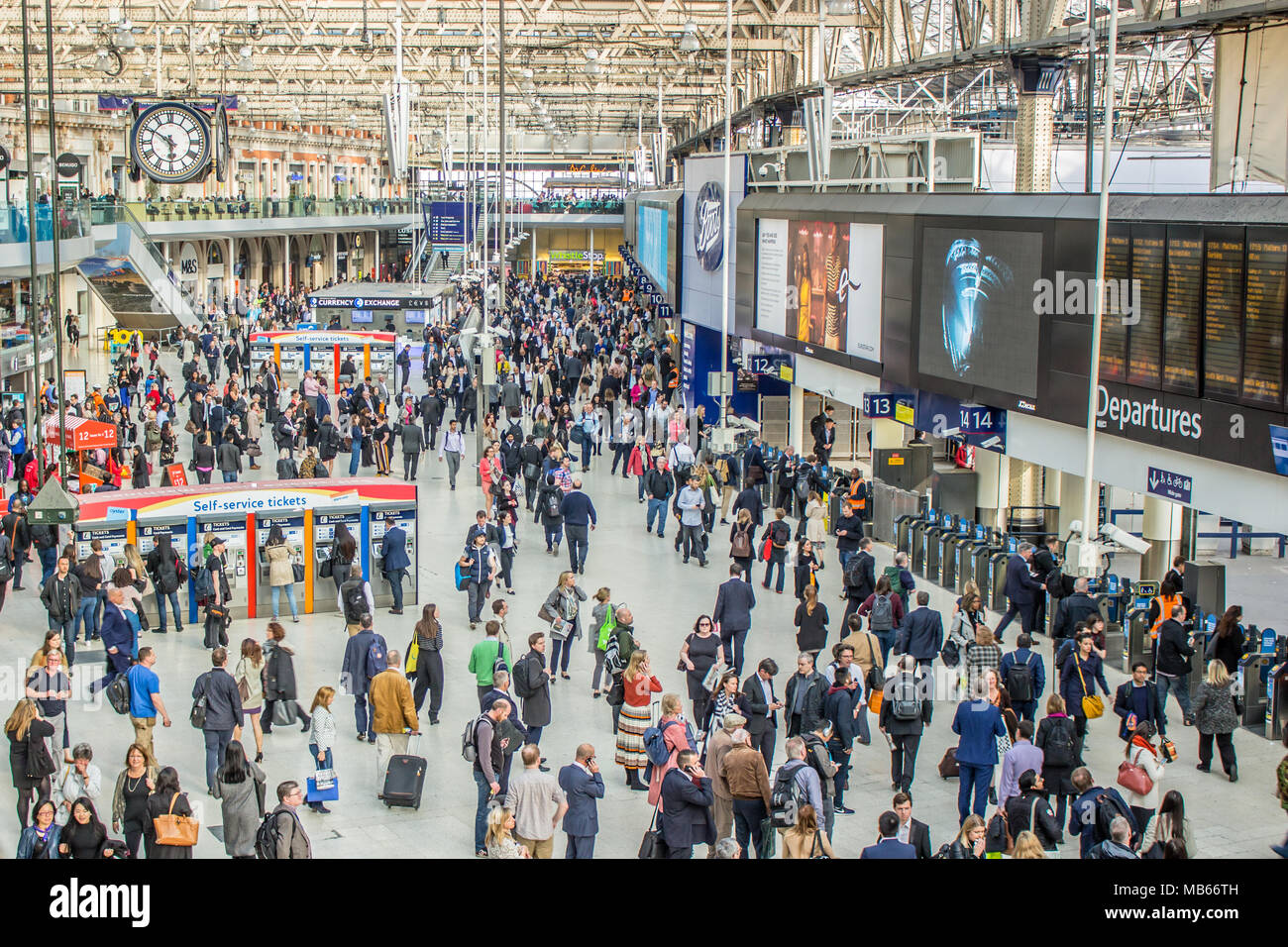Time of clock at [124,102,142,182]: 5:50
